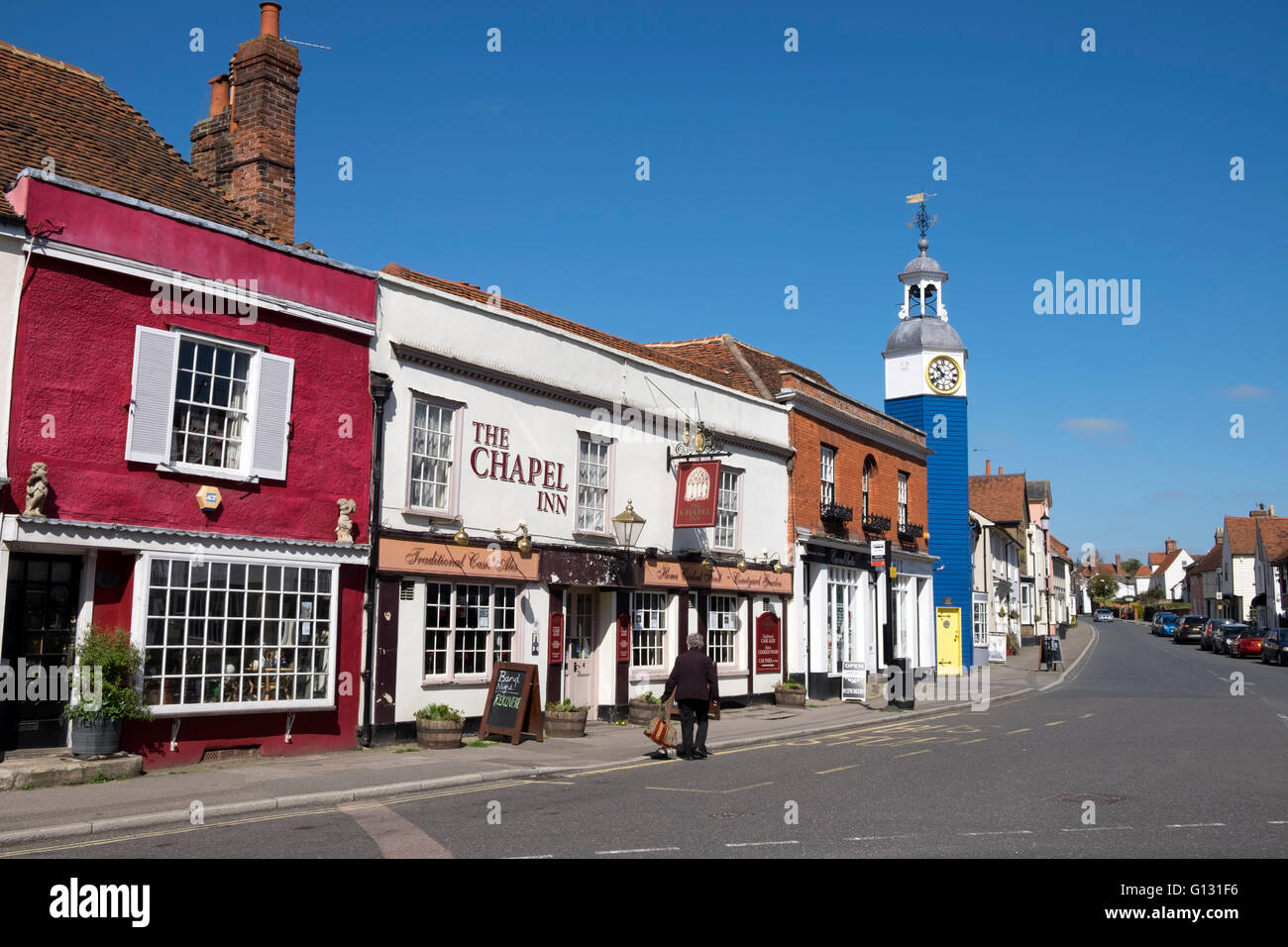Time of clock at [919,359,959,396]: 10:39
